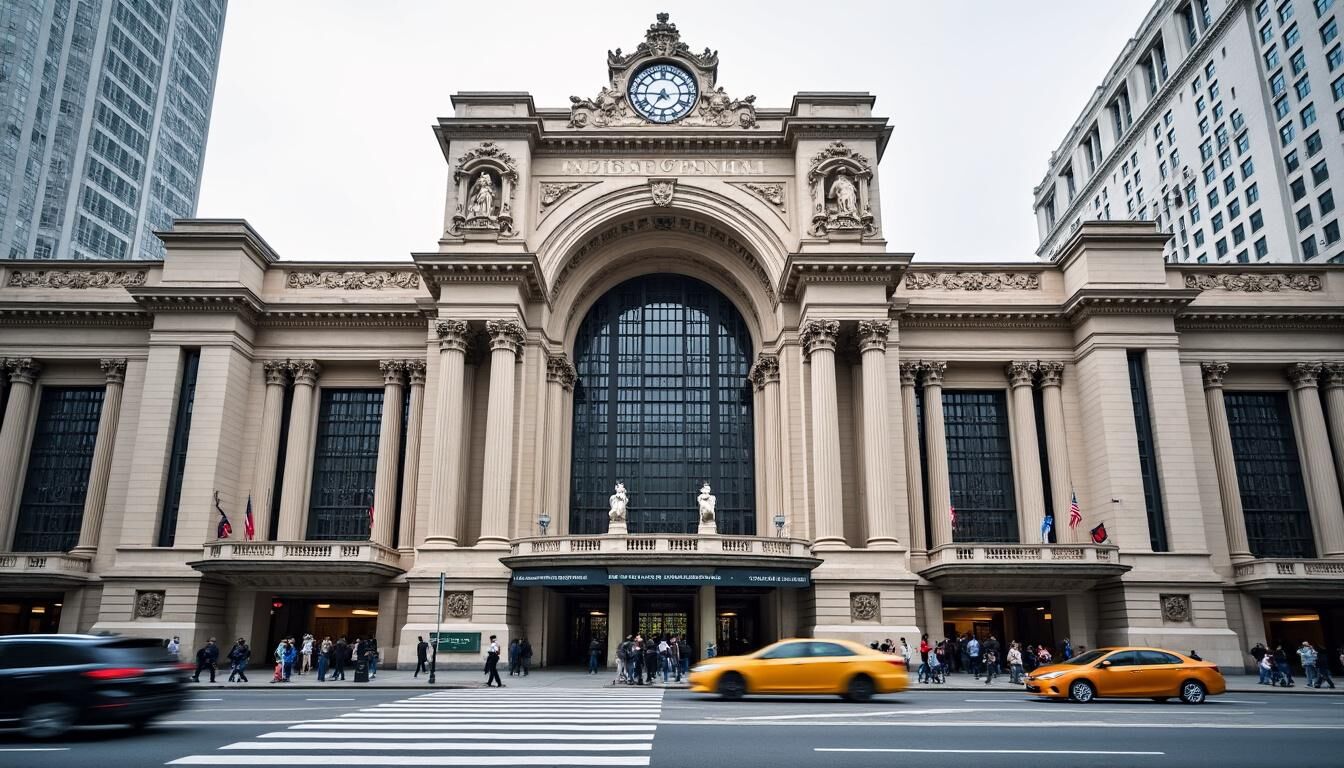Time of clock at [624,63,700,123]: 7:14
